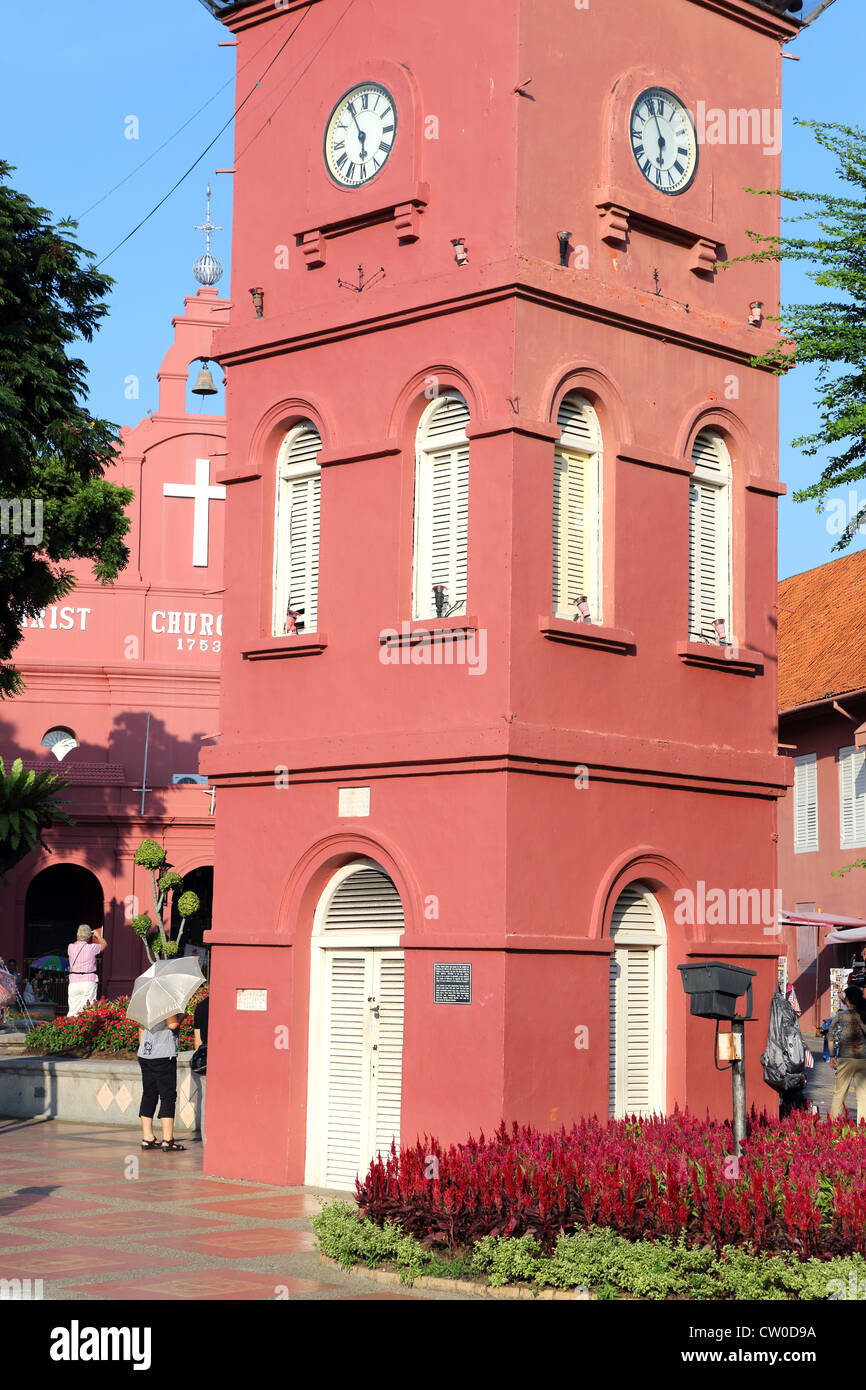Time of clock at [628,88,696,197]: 5:56
